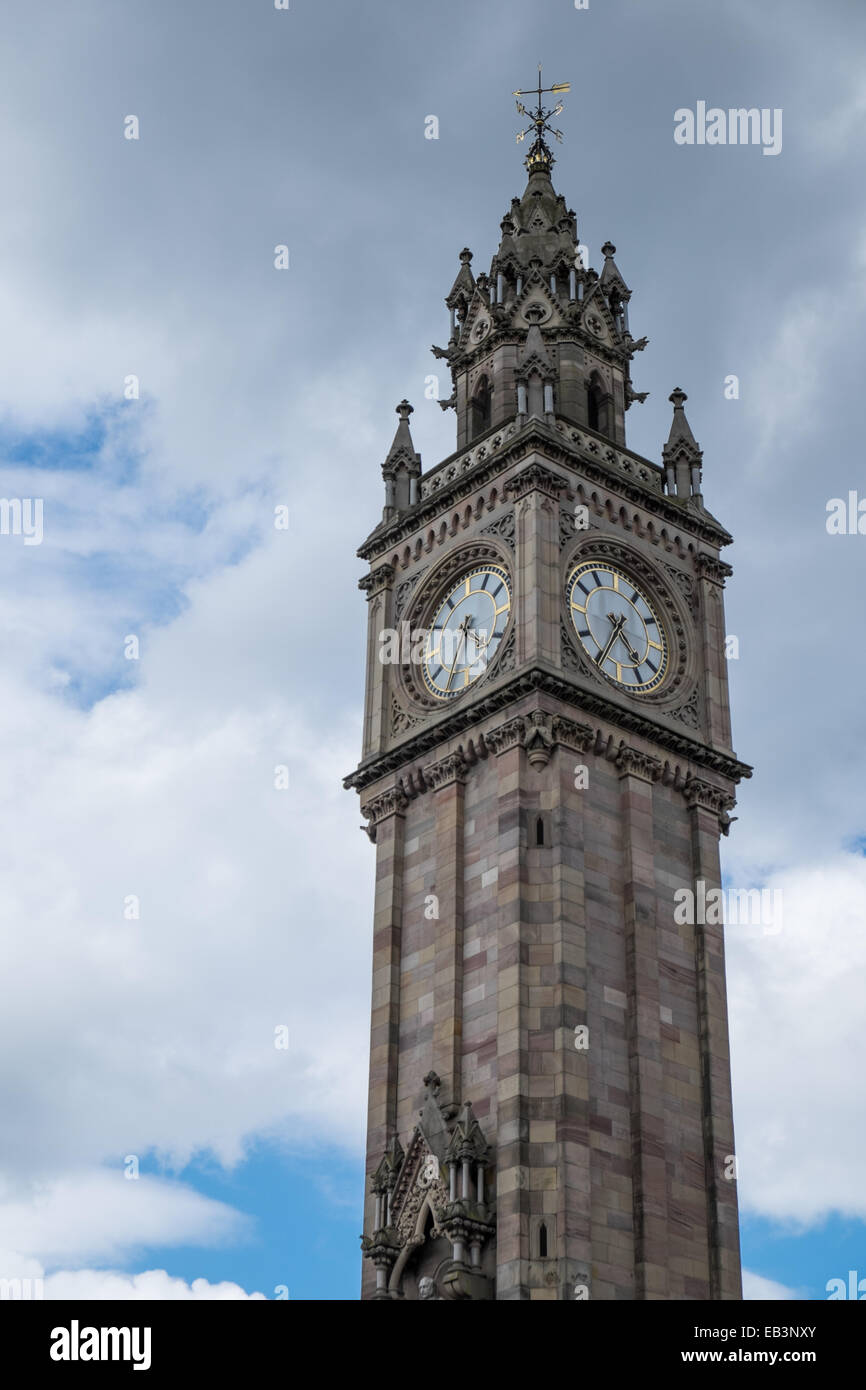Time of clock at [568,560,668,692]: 4:35
